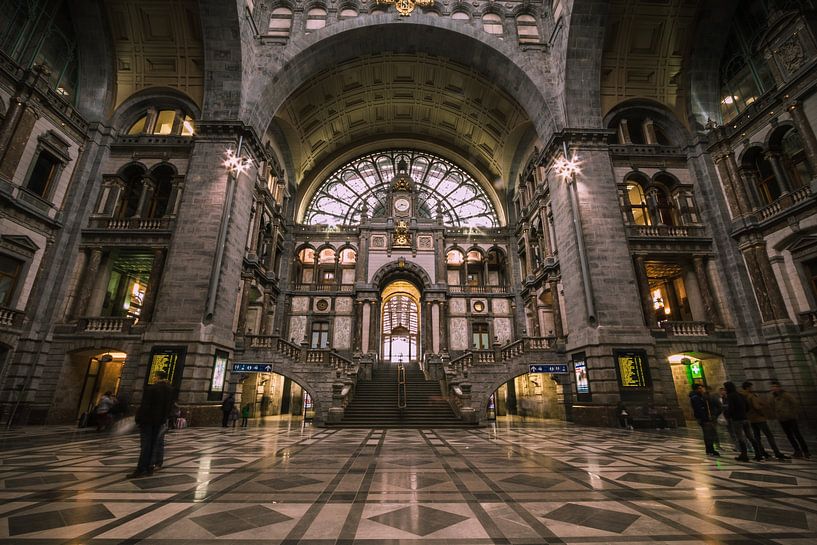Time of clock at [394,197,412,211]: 3:39
